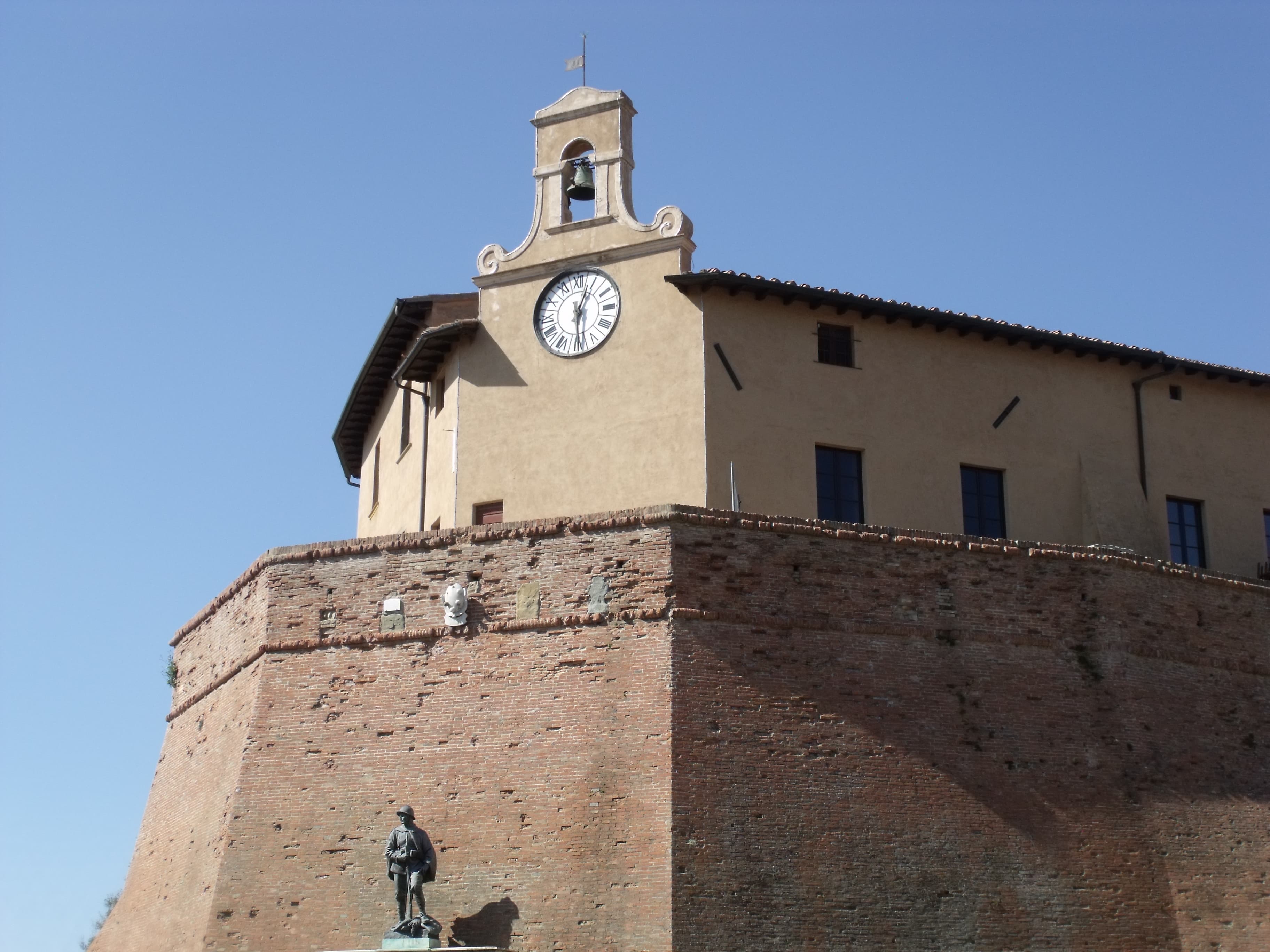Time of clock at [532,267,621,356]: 6:03
